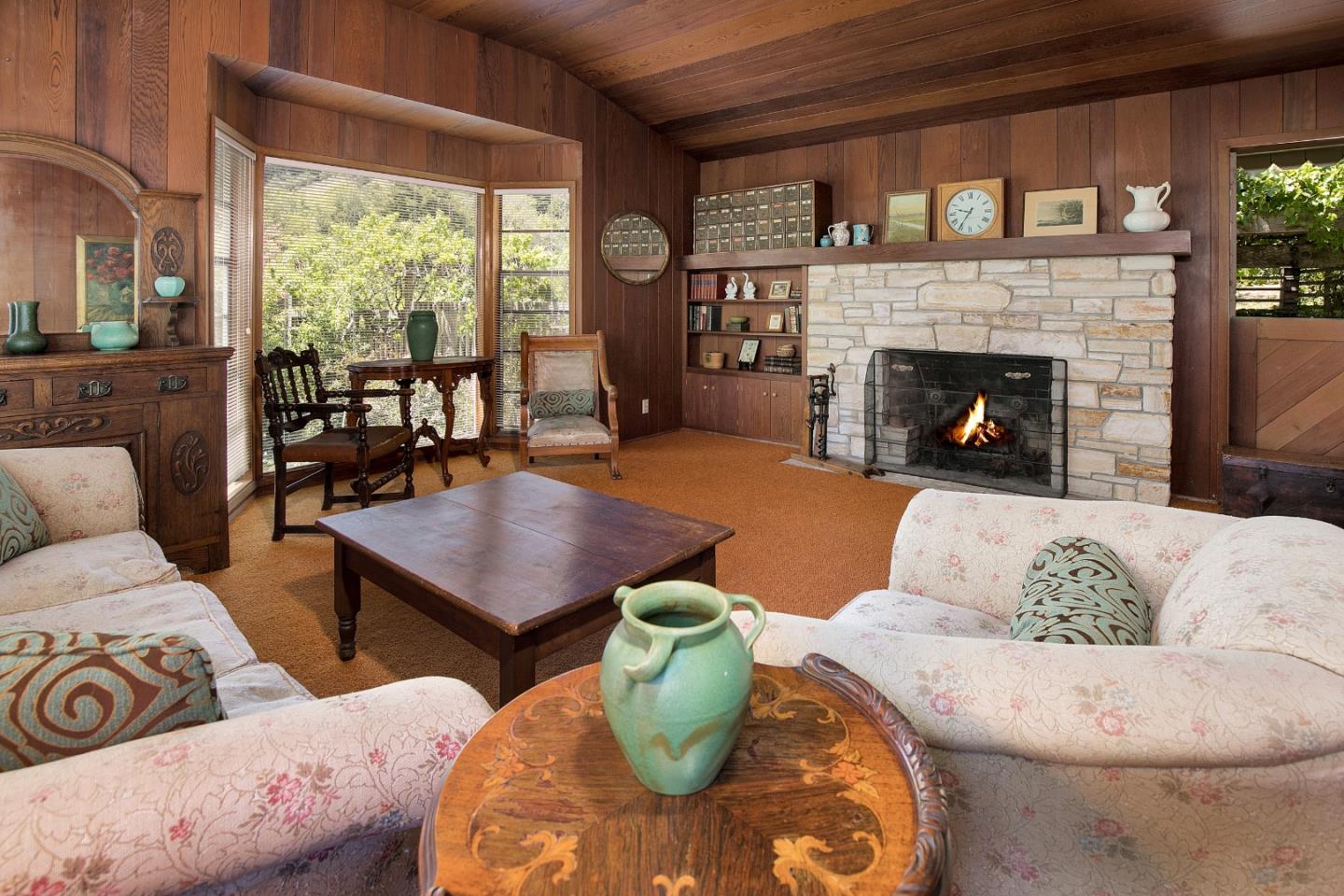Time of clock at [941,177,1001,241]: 9:35
